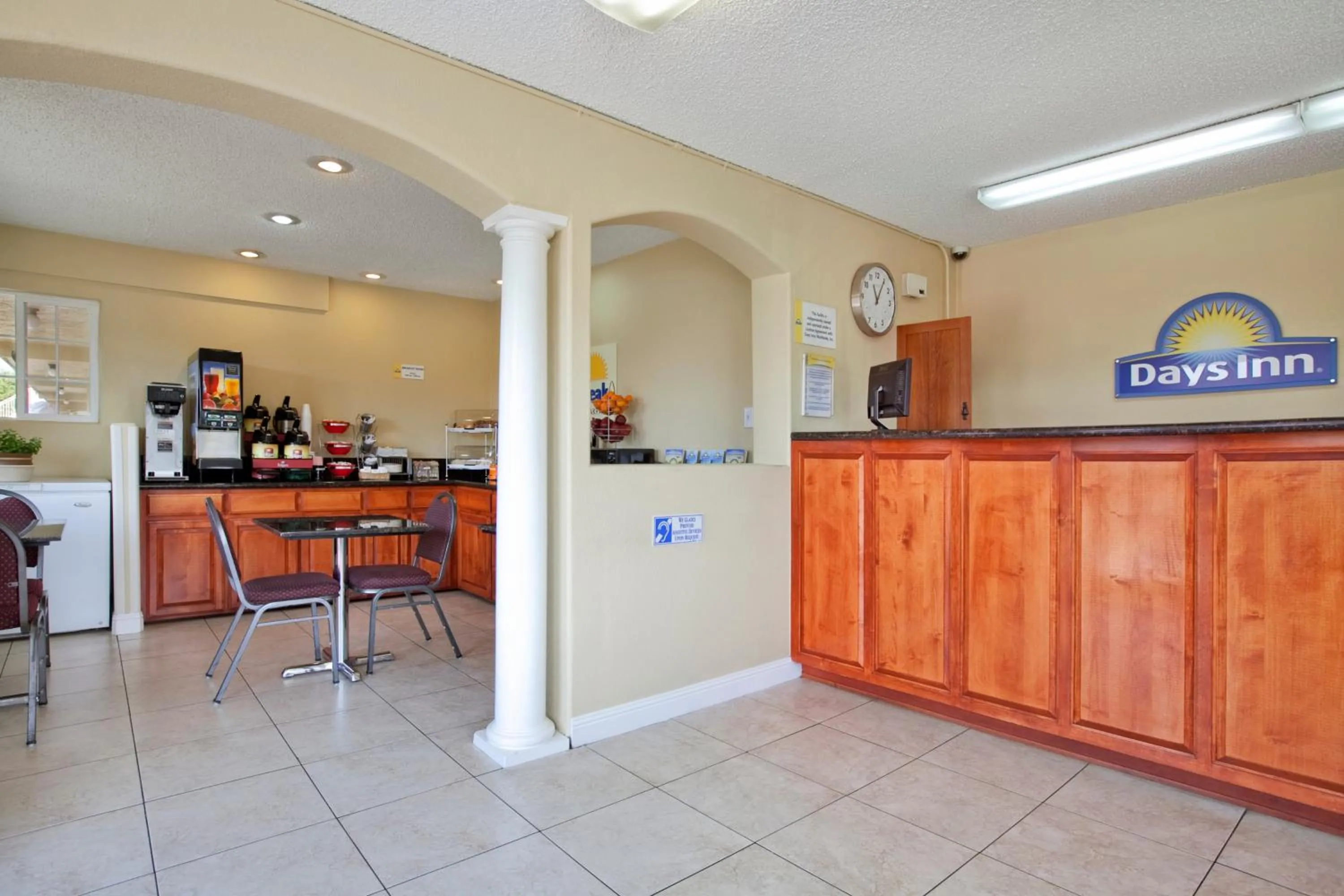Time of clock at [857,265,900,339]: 11:04
